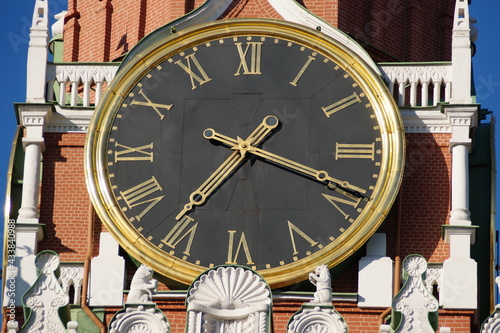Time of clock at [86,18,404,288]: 7:18
